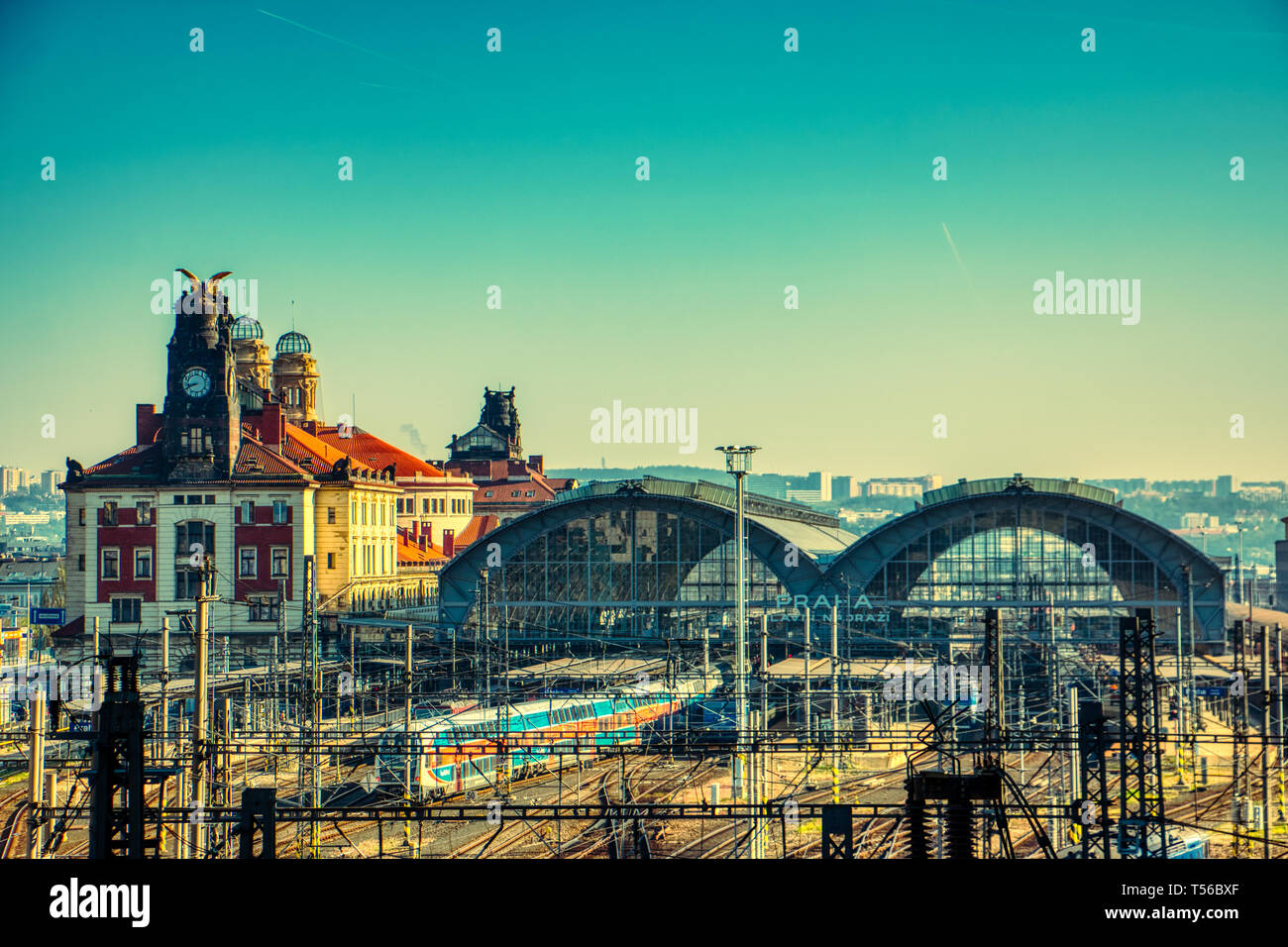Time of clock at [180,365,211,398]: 8:41
